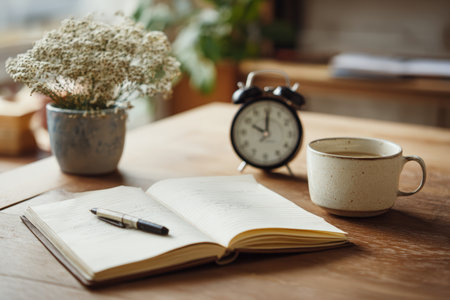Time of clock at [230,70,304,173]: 10:00
